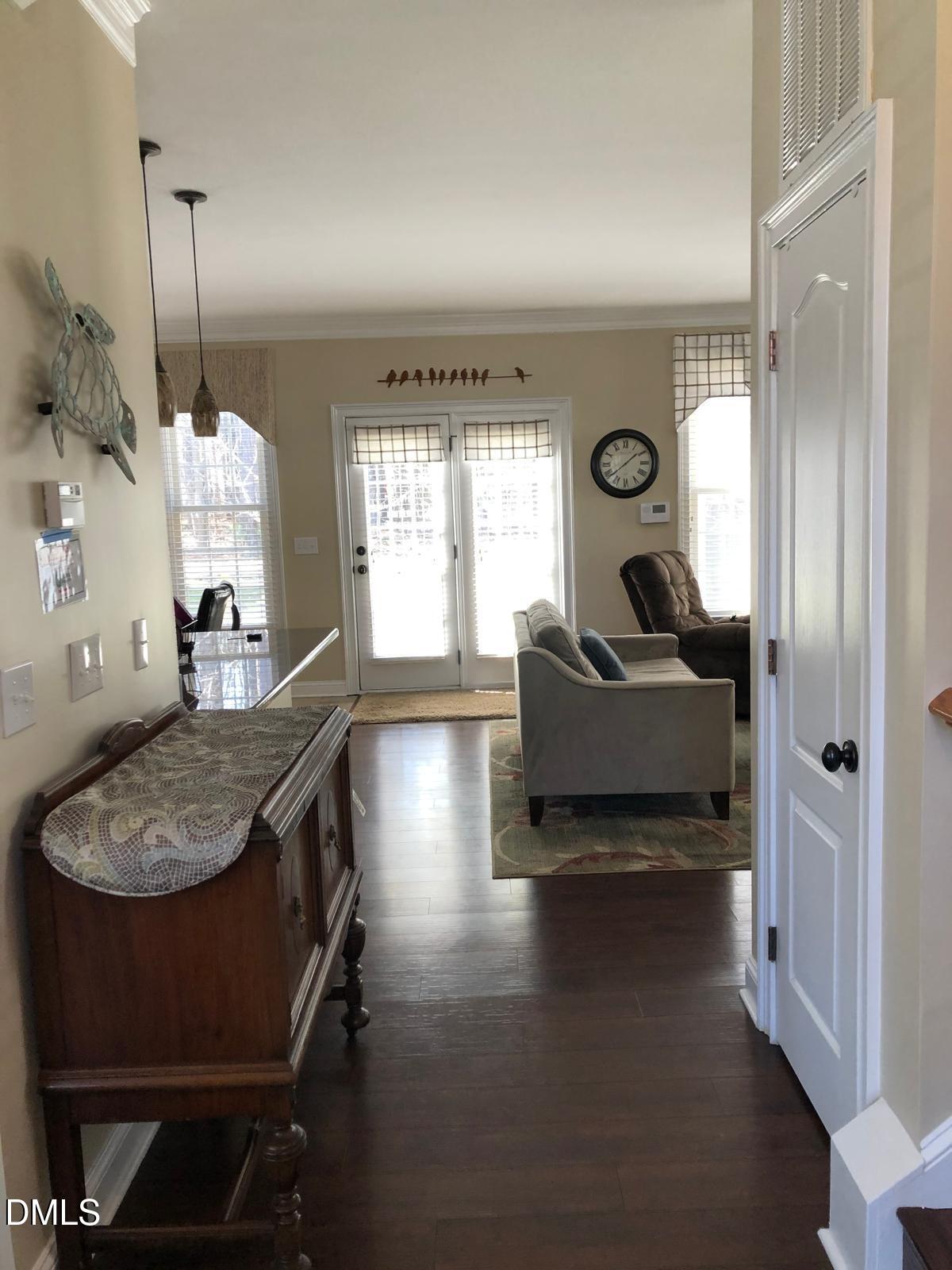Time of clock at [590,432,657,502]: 1:38
